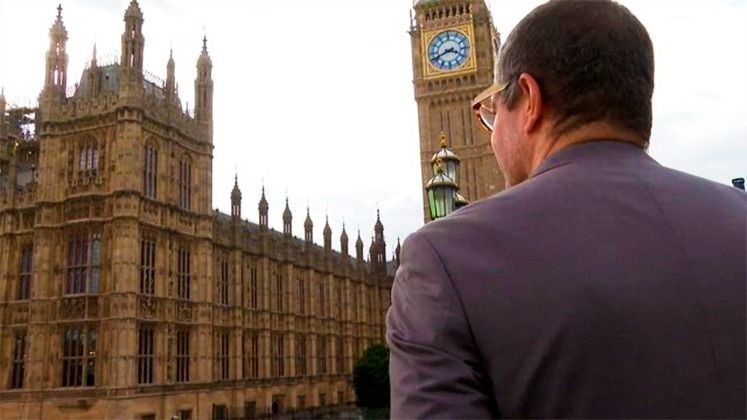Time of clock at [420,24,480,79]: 3:41
